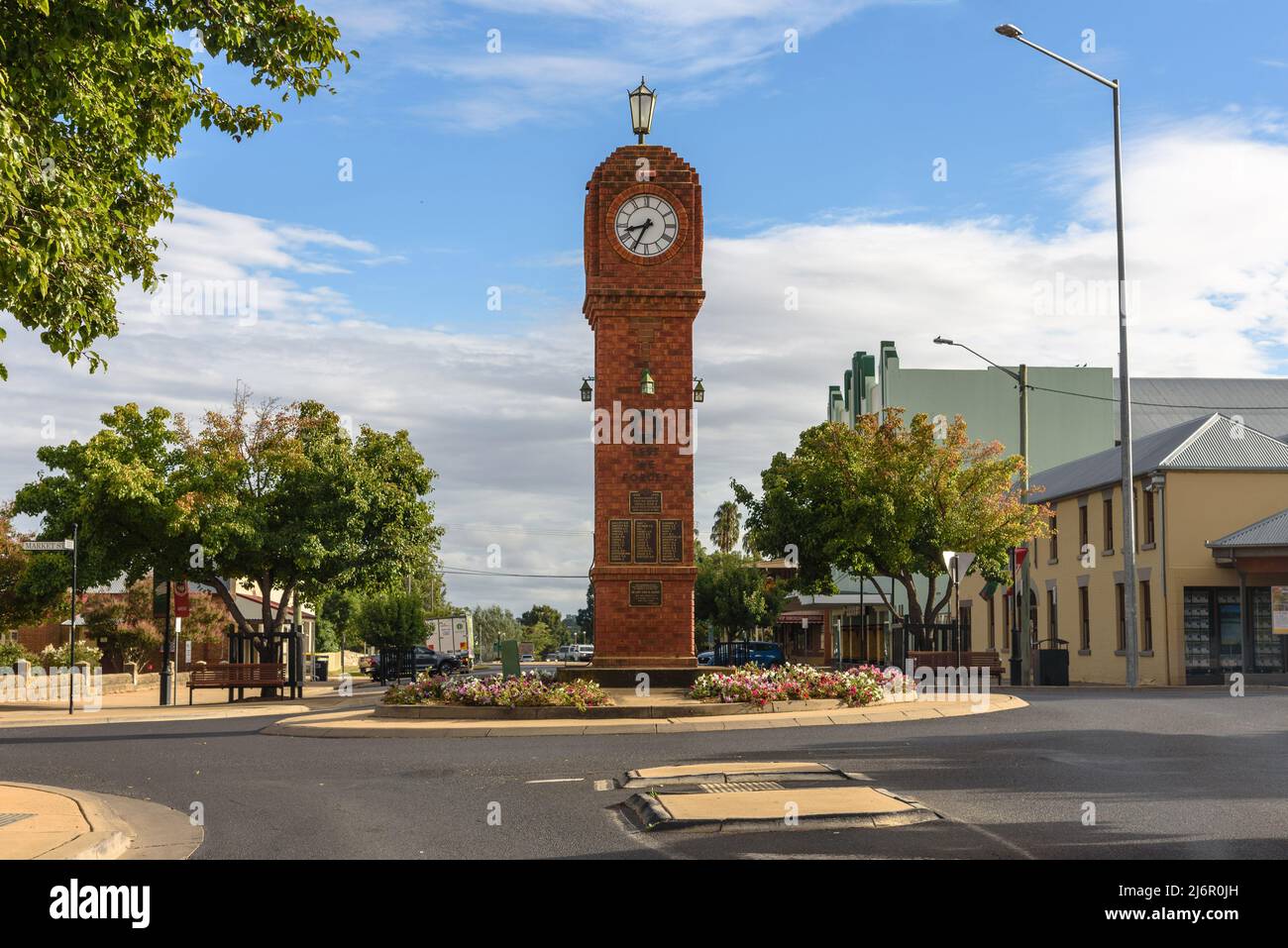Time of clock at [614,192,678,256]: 8:34
